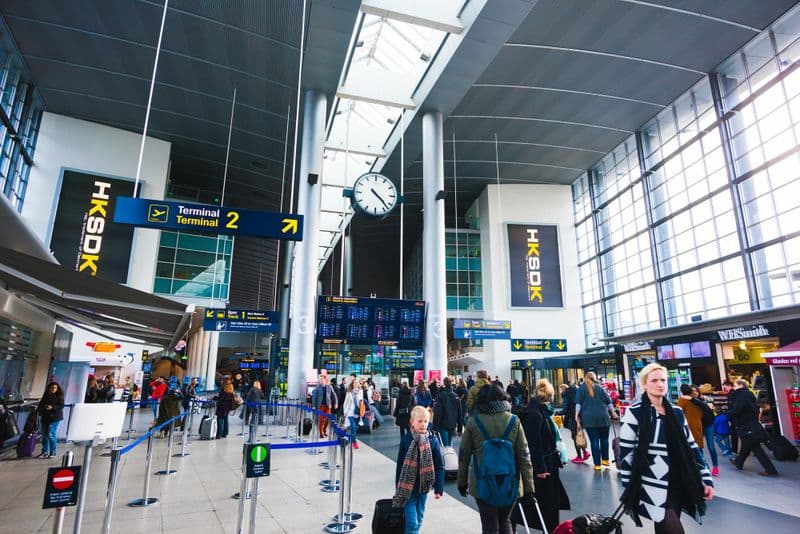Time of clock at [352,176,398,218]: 4:22
